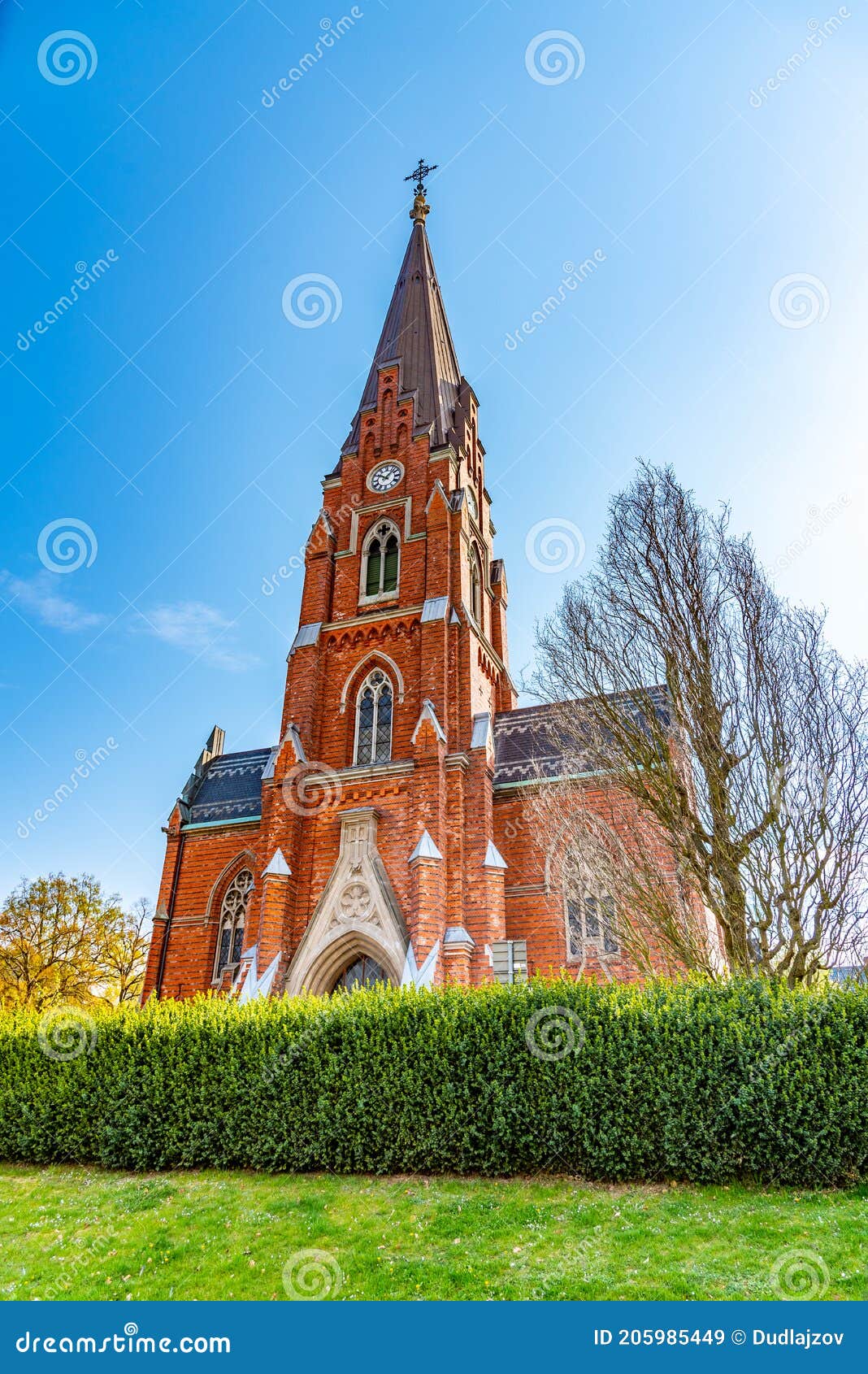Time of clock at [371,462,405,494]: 10:07
